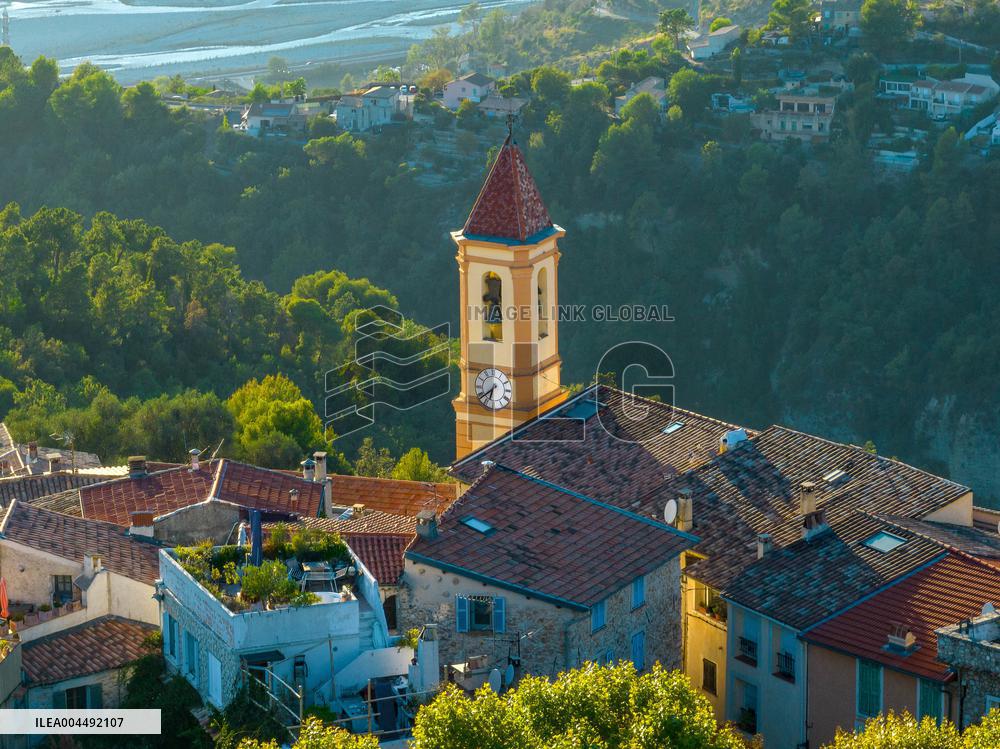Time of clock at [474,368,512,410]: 6:38
